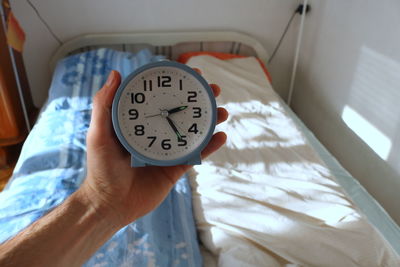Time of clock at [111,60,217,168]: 2:25
